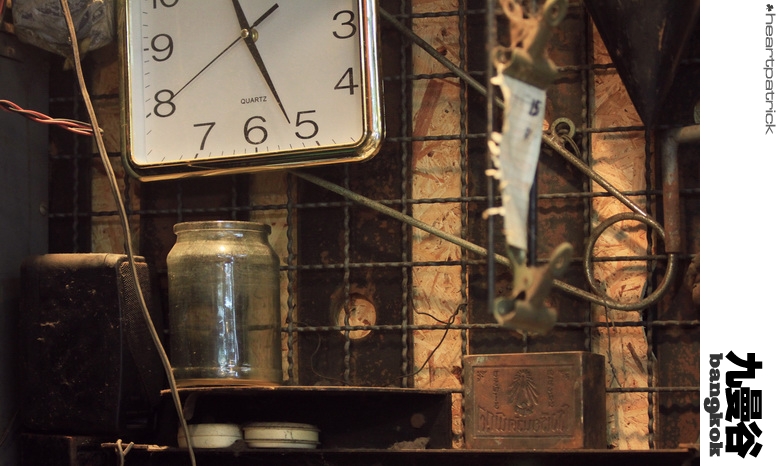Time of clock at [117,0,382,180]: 11:26
